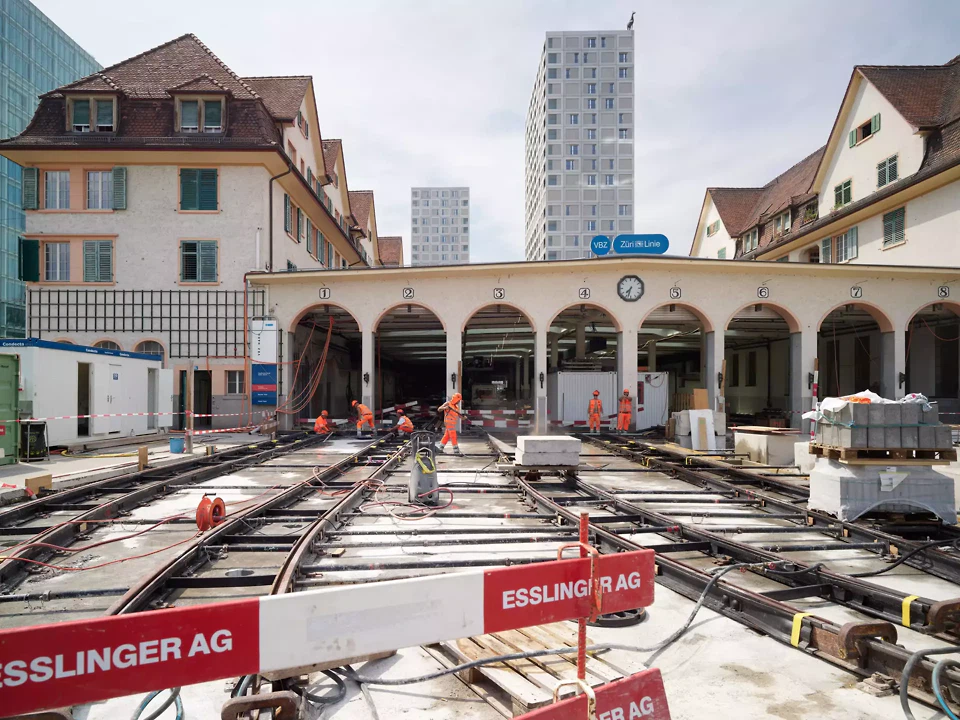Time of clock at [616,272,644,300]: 7:32
